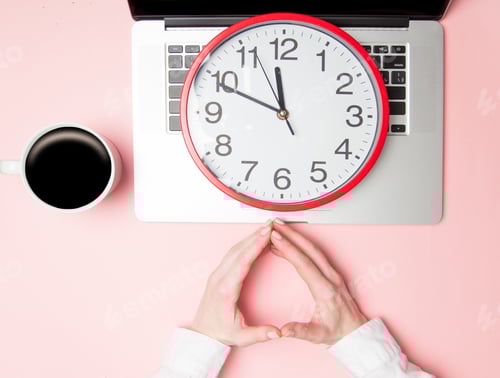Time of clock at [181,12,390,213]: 11:49
